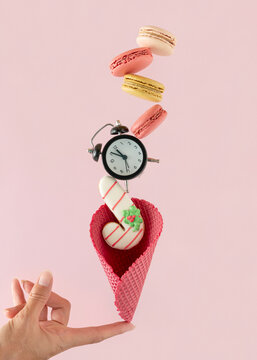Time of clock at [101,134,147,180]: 10:50
